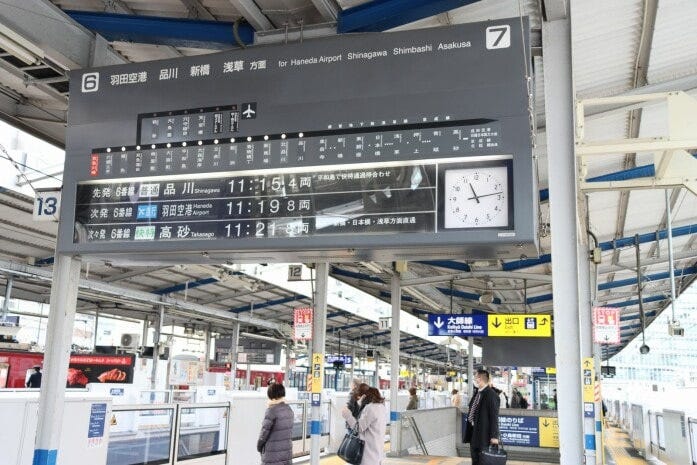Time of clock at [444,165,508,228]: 11:13
